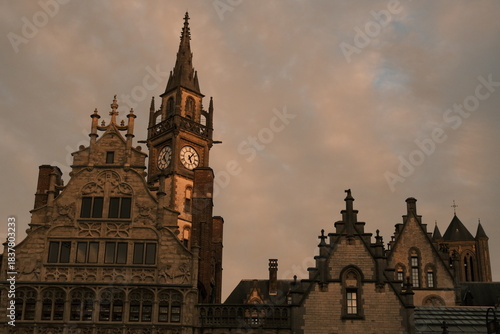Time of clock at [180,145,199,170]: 5:06
